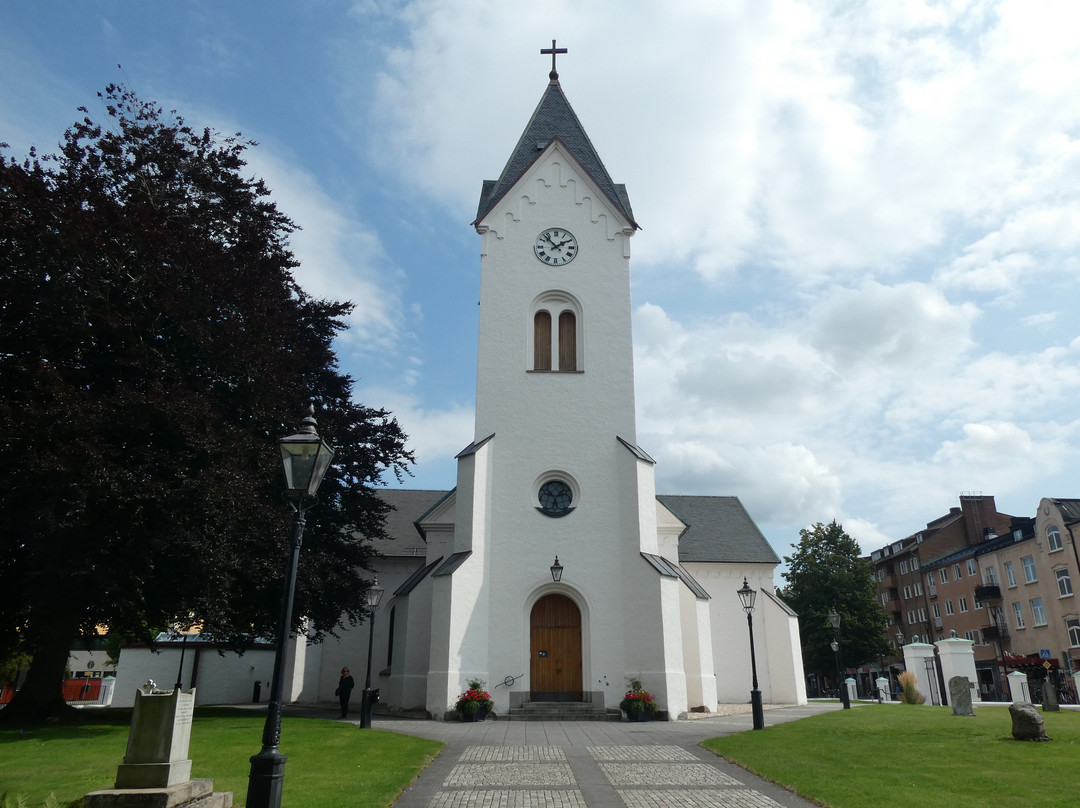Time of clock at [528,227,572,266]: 1:52
